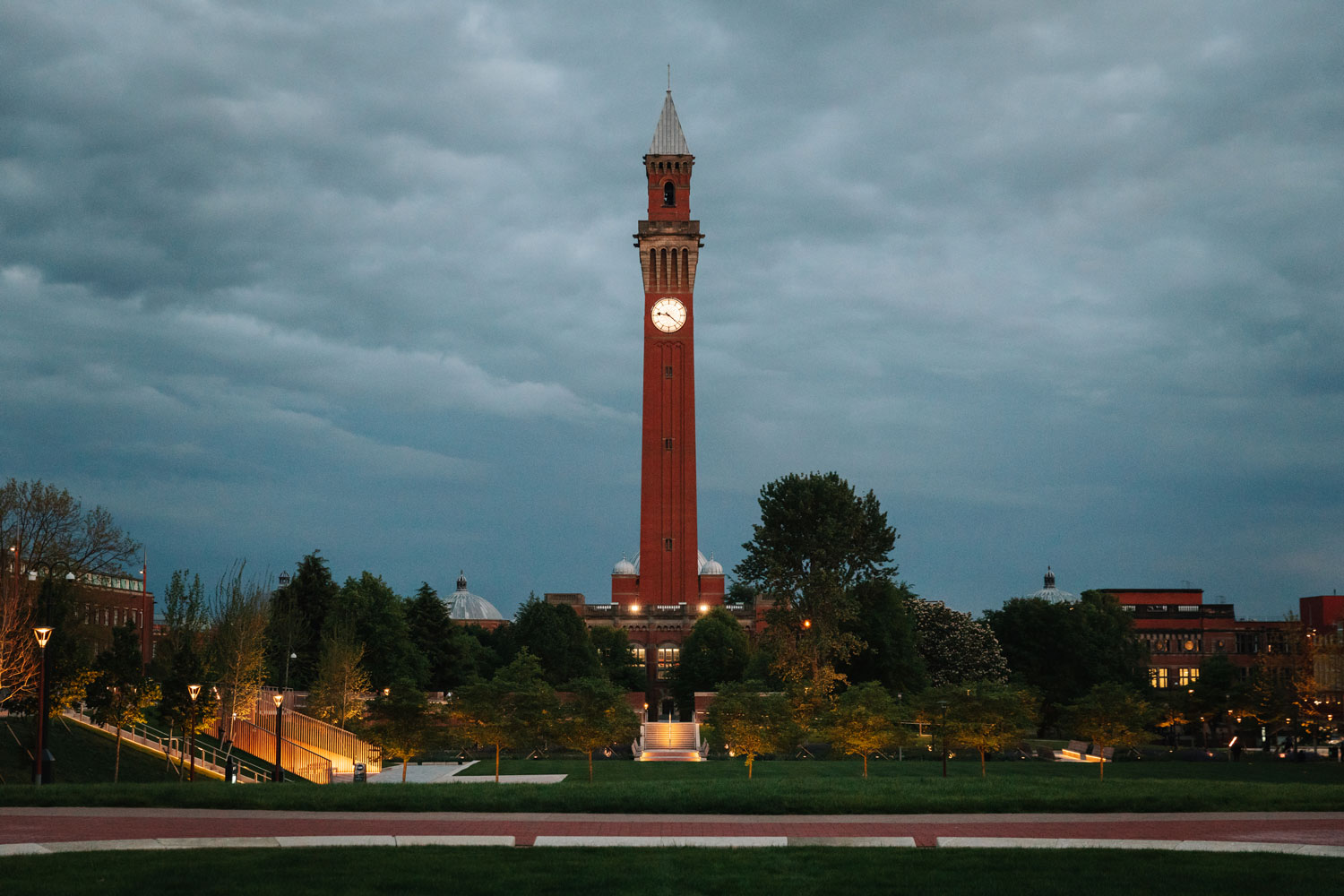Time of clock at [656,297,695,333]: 9:21
